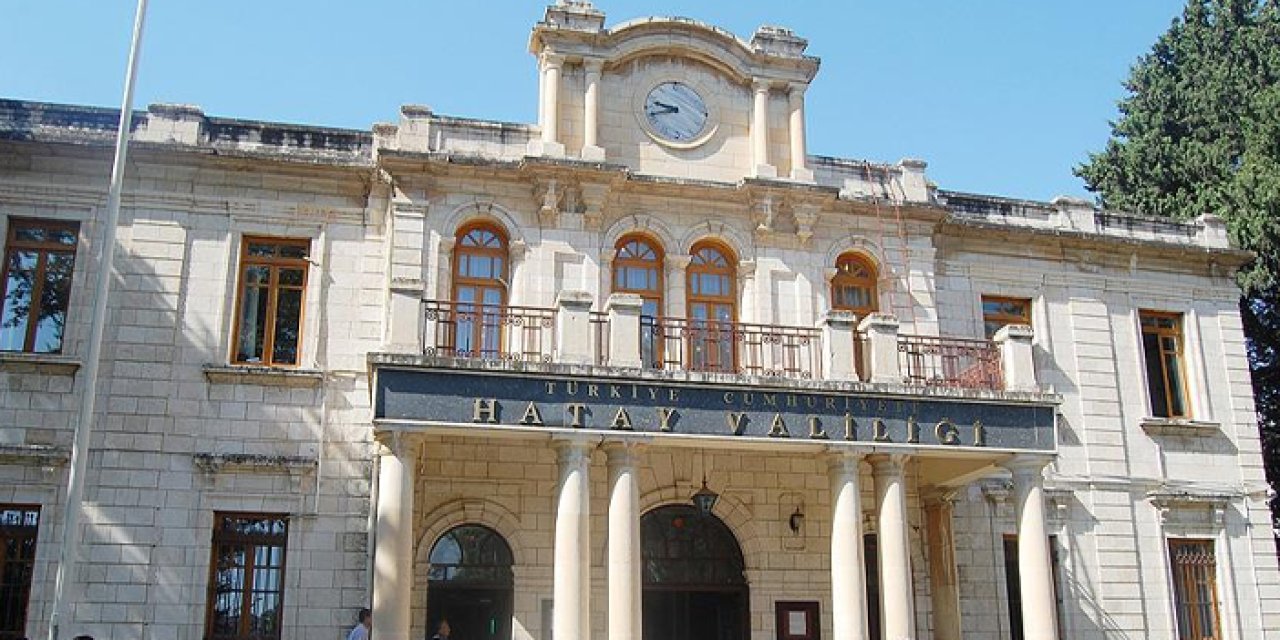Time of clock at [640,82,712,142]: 9:42
